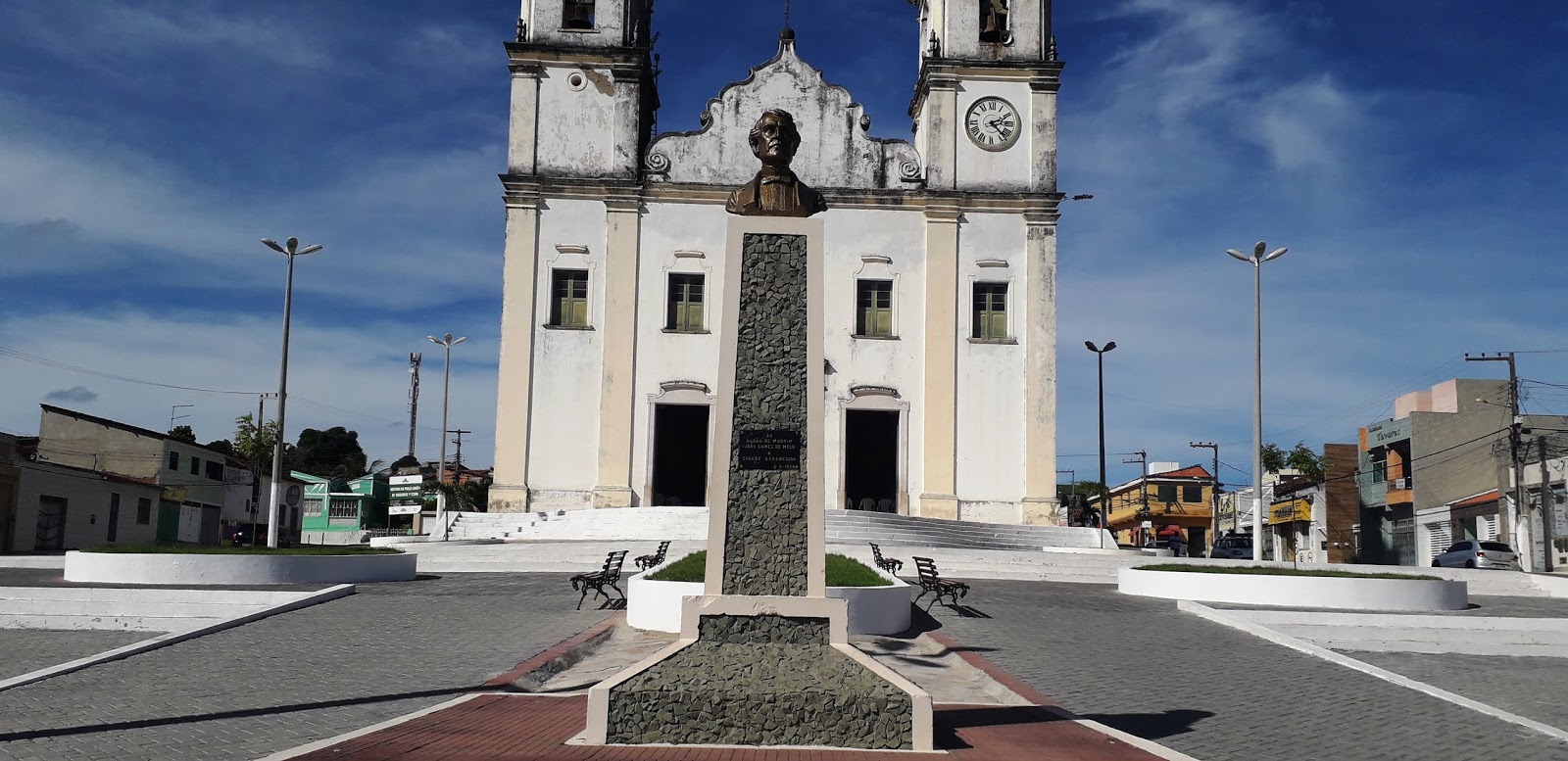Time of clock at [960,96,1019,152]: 2:22
